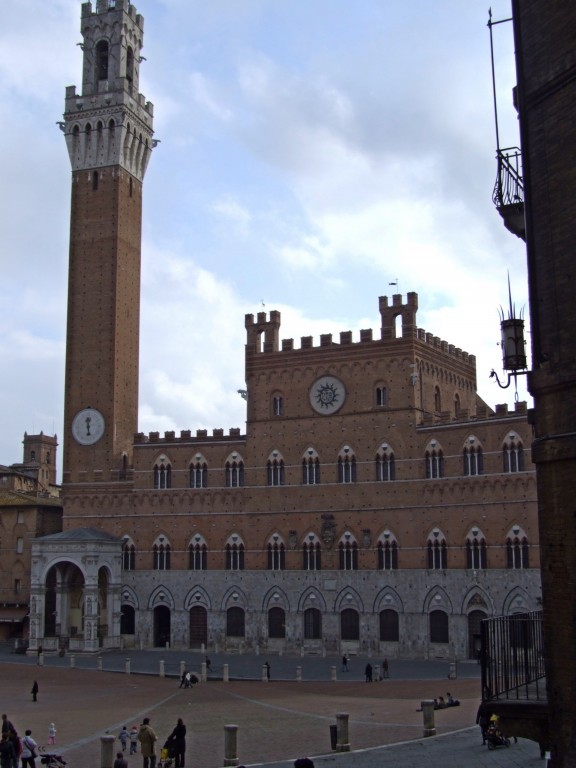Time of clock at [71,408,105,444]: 11:28
